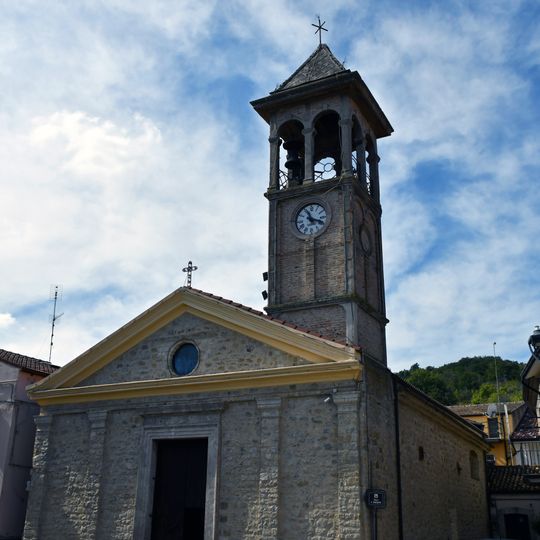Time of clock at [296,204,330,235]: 11:18
